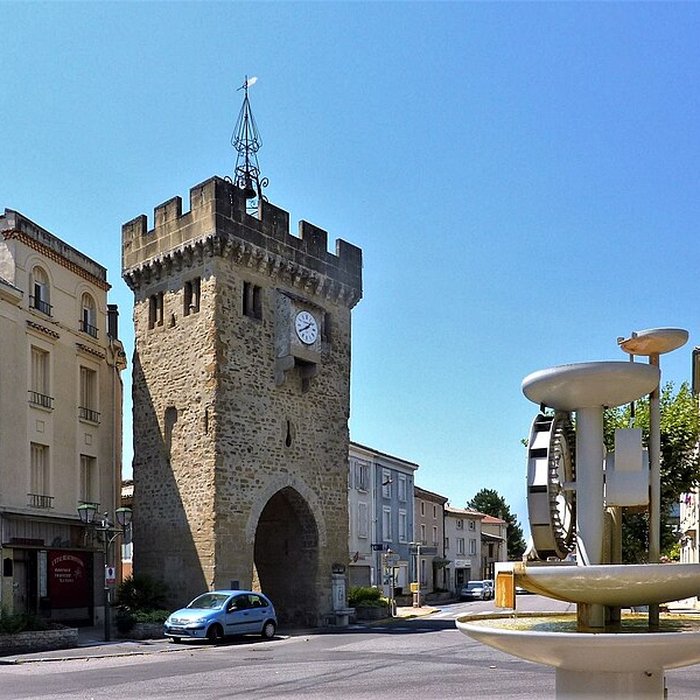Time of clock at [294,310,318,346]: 1:40
